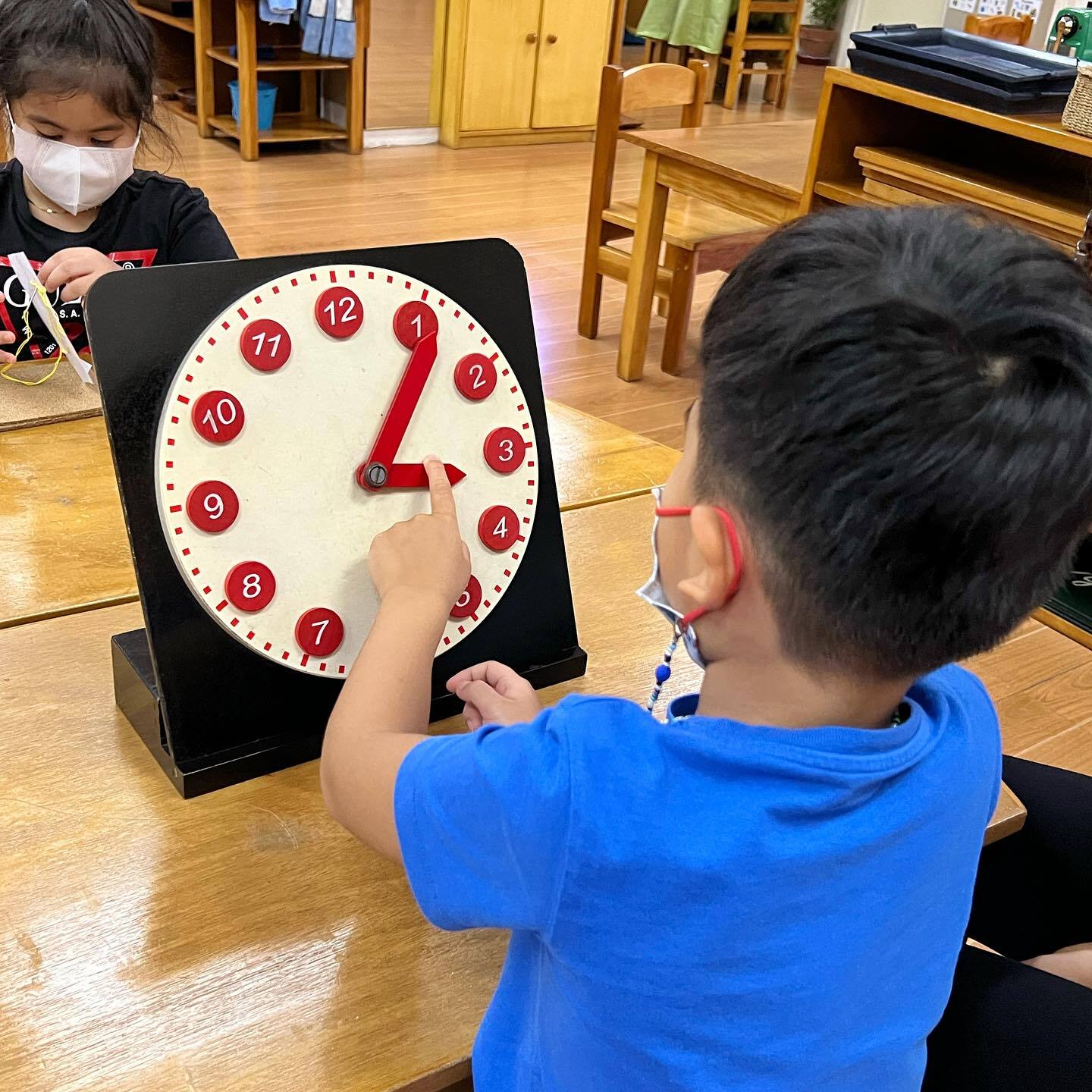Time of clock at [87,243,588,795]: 3:06
